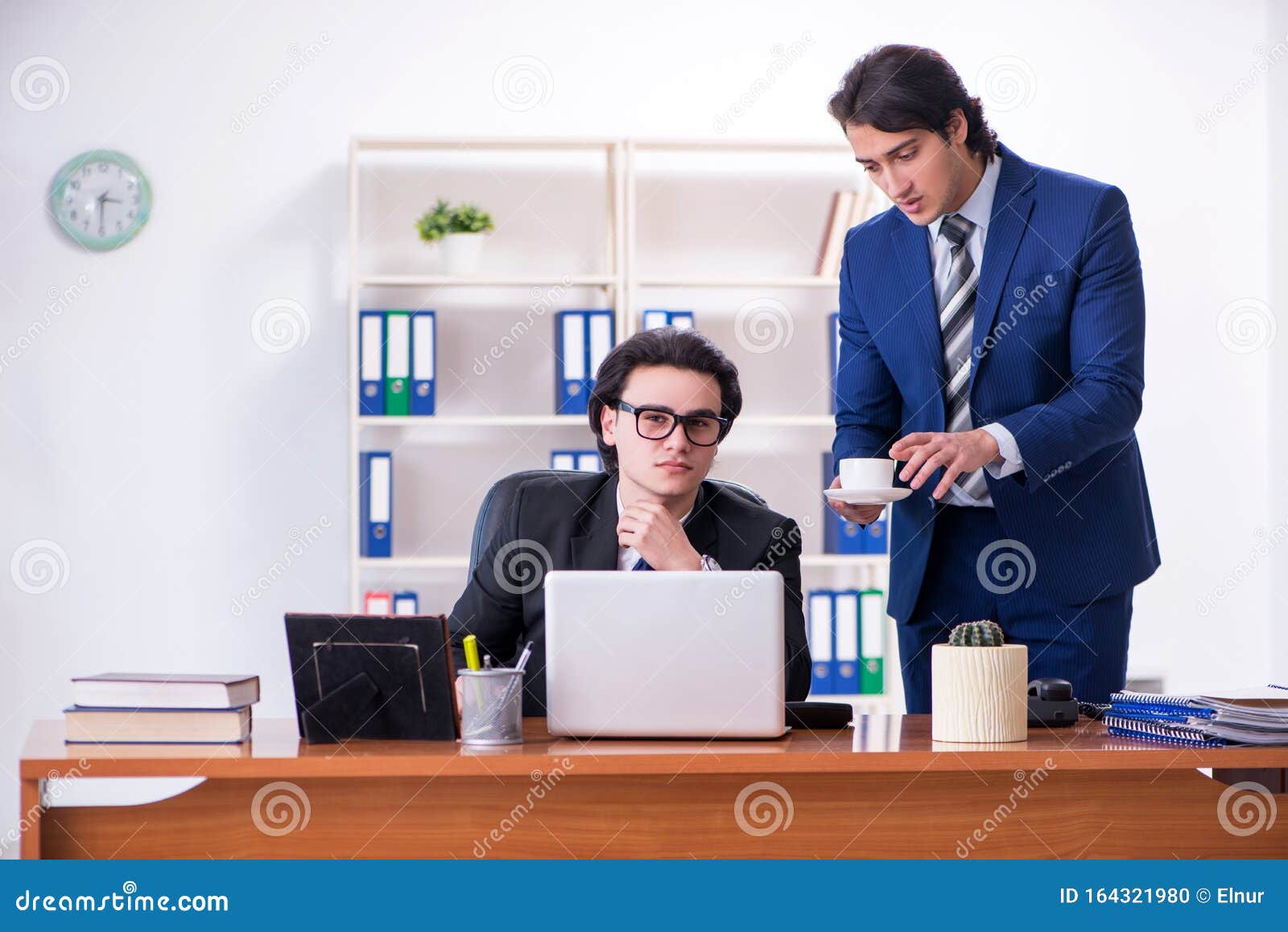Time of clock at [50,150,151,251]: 3:30
